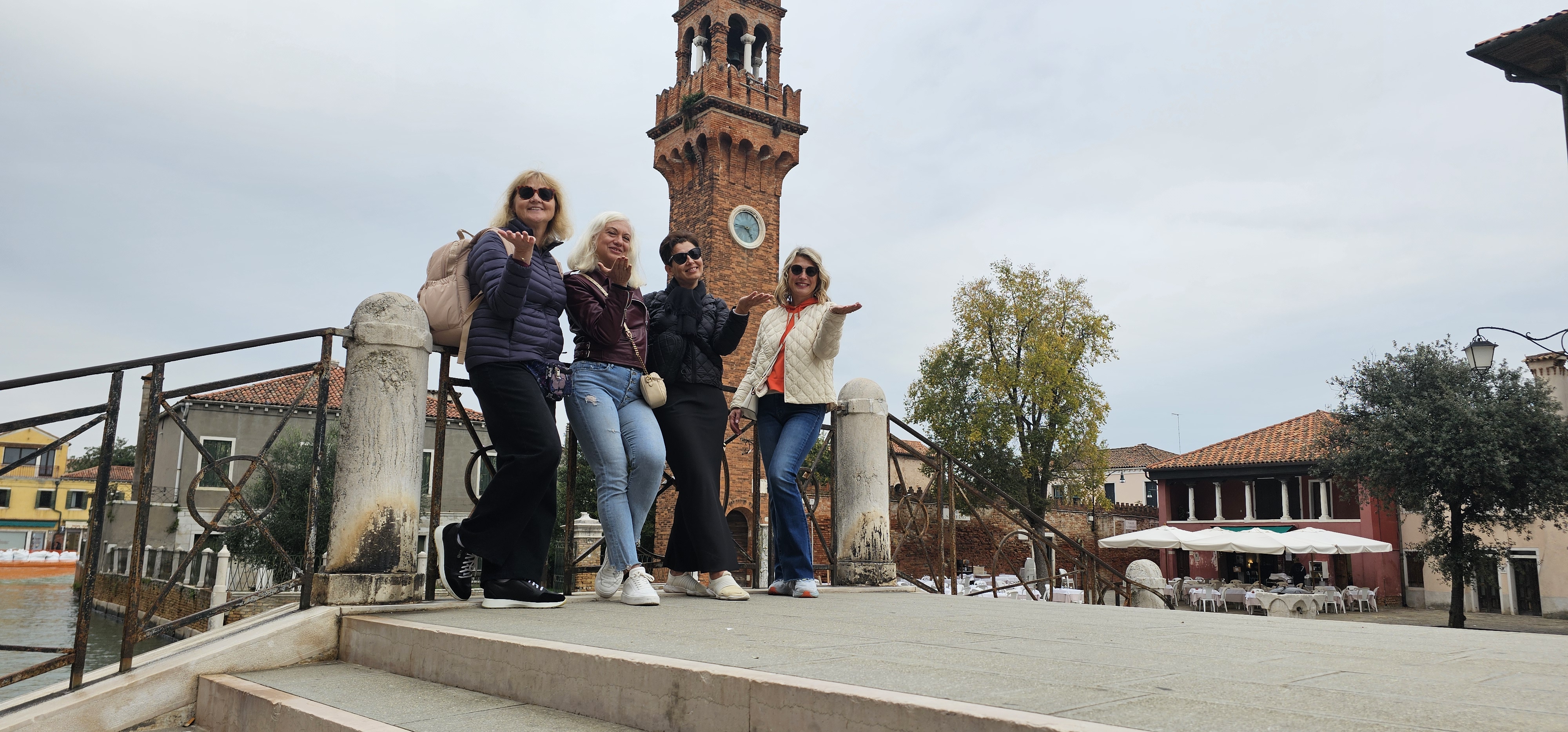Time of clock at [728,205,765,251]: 4:45
